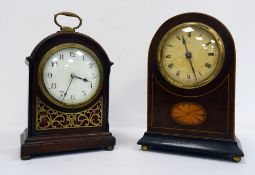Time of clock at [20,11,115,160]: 3:33
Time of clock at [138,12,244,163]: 11:26
